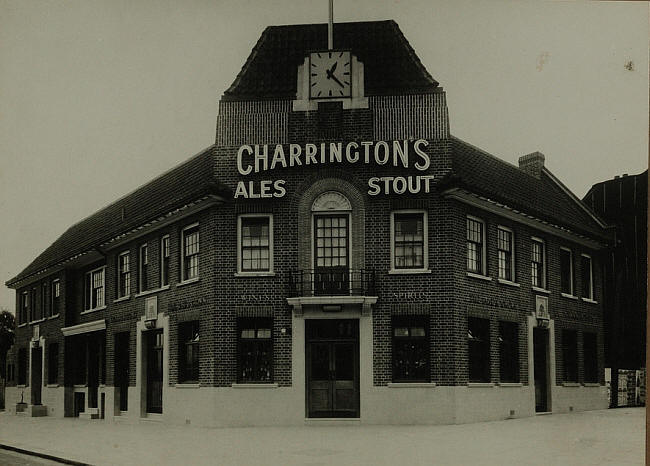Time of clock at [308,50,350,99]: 1:22
